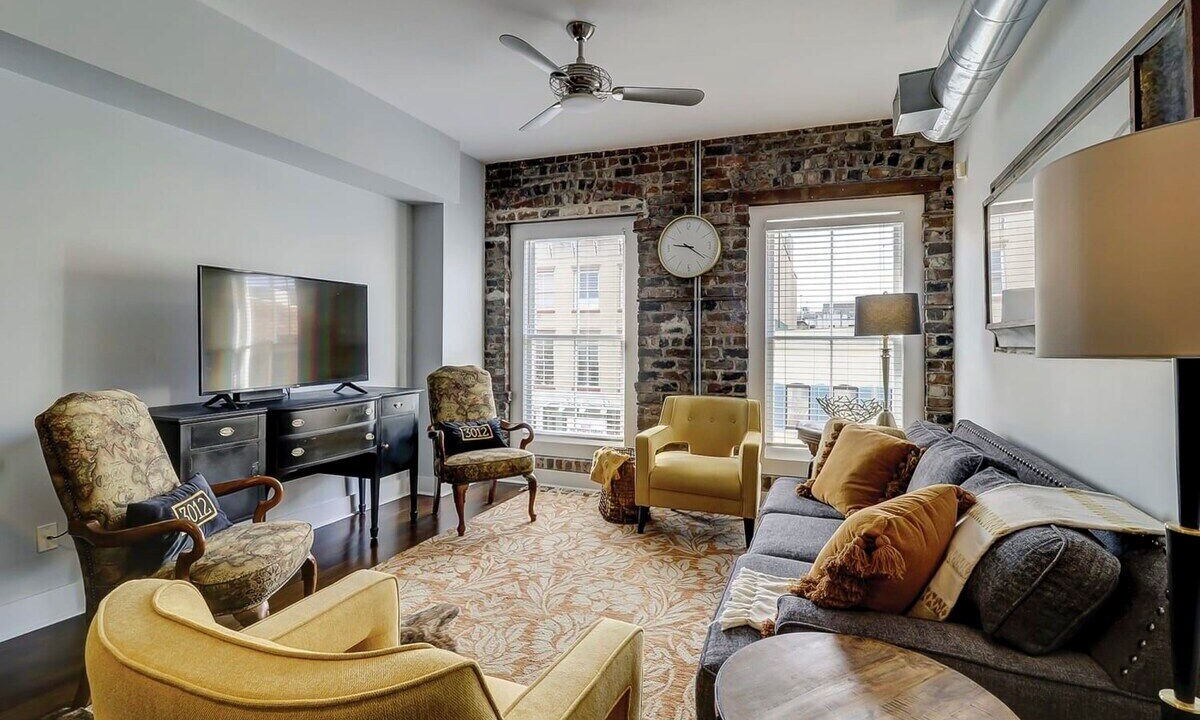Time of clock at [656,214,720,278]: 9:21
